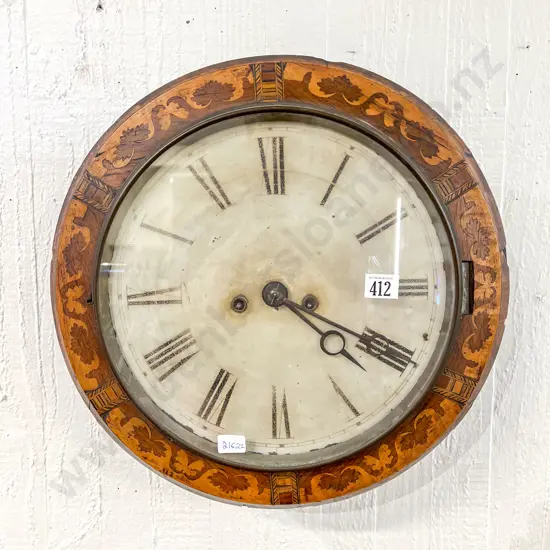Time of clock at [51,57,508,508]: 4:19
